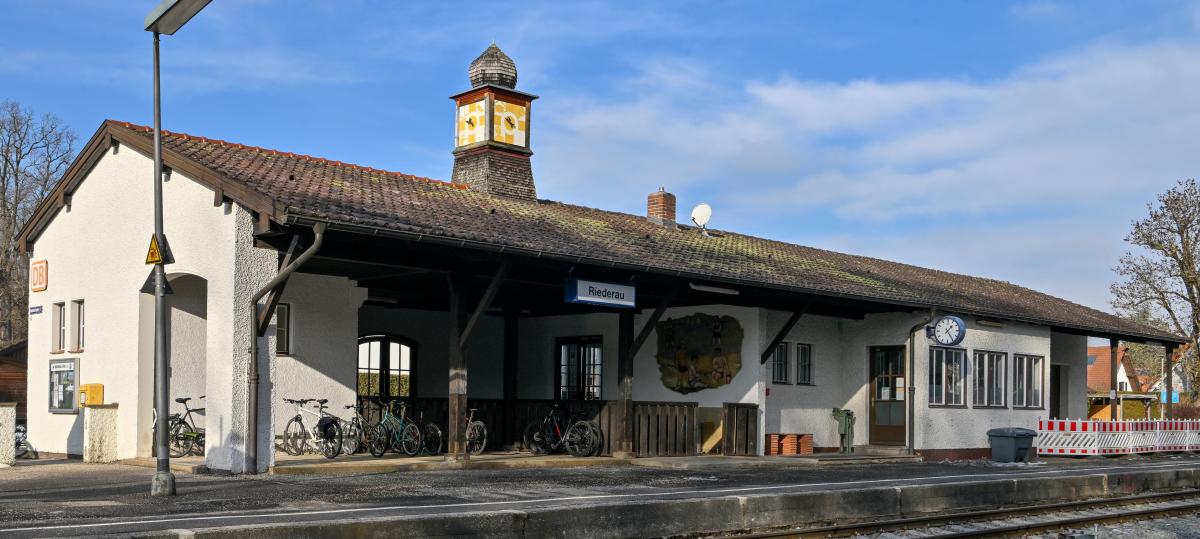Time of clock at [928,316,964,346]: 1:24
